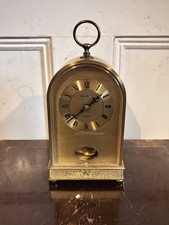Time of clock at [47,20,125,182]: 8:09
